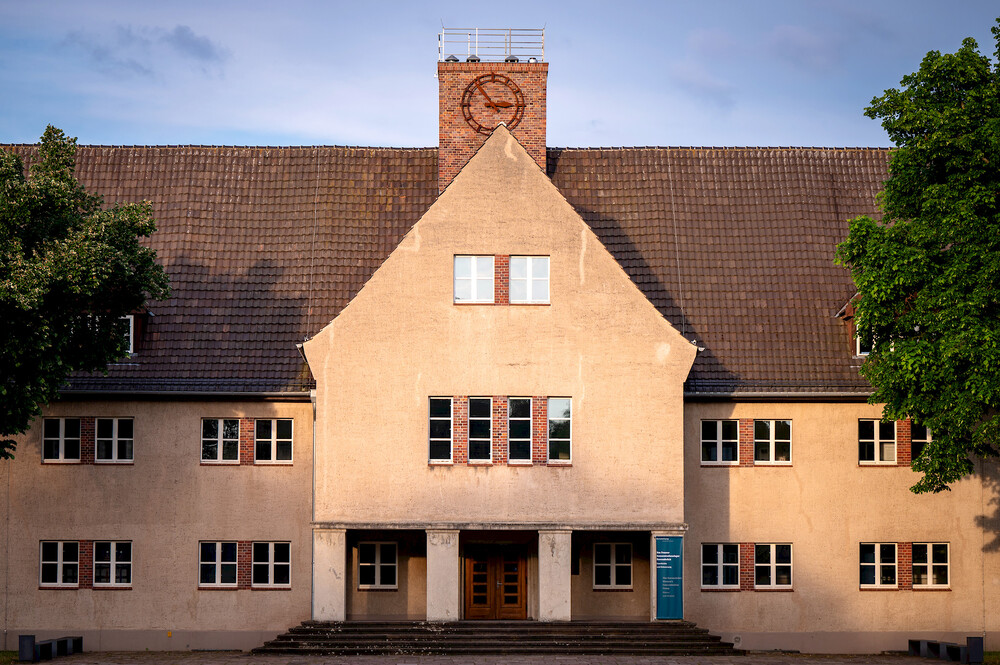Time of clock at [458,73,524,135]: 2:53
